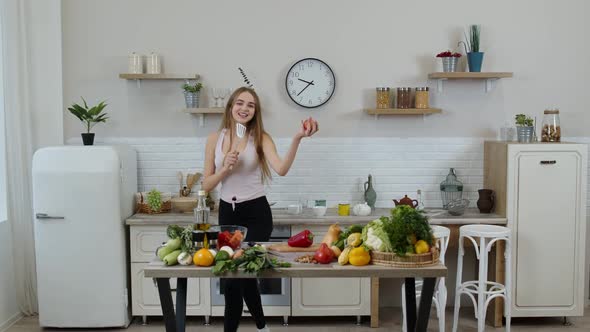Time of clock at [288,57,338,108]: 9:37
